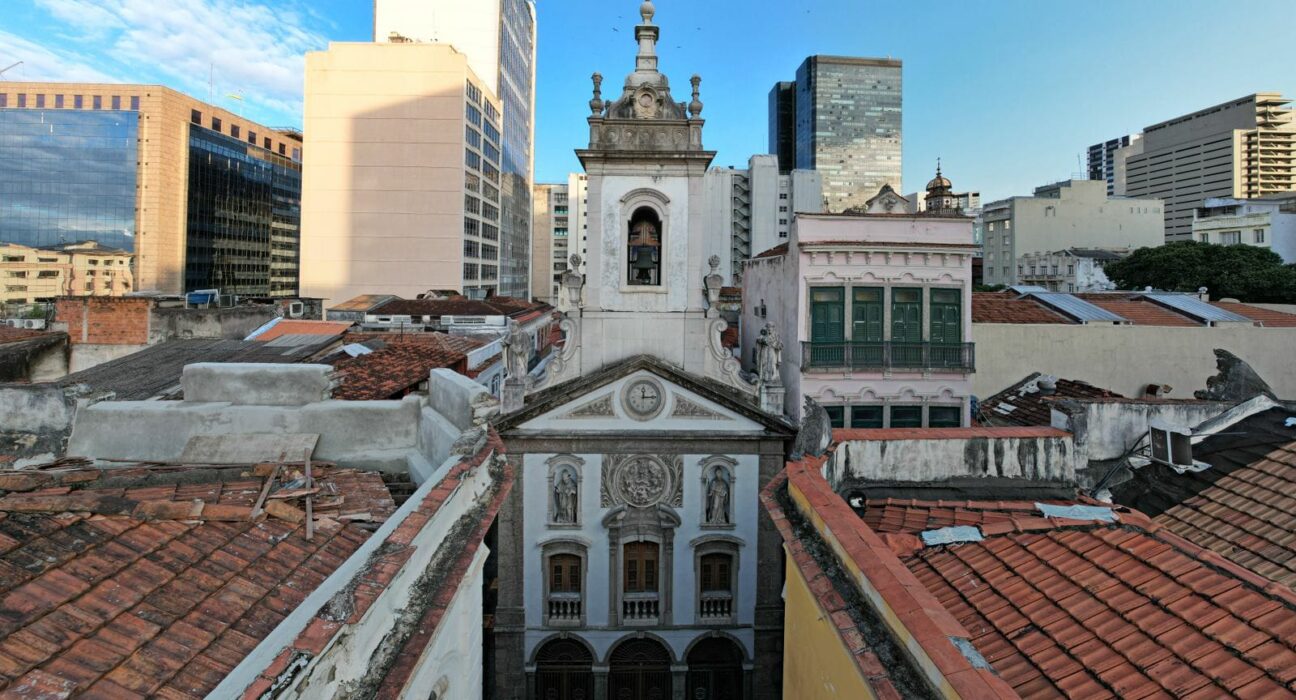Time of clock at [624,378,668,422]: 12:14
